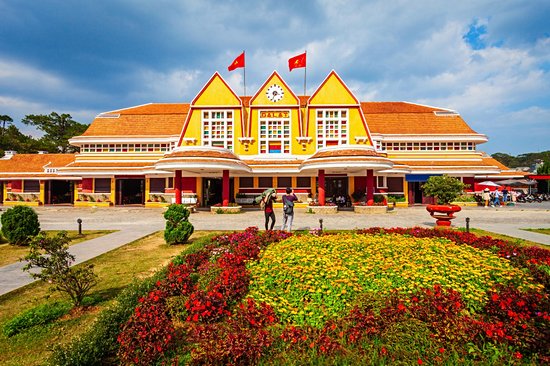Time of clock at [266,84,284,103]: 3:34
